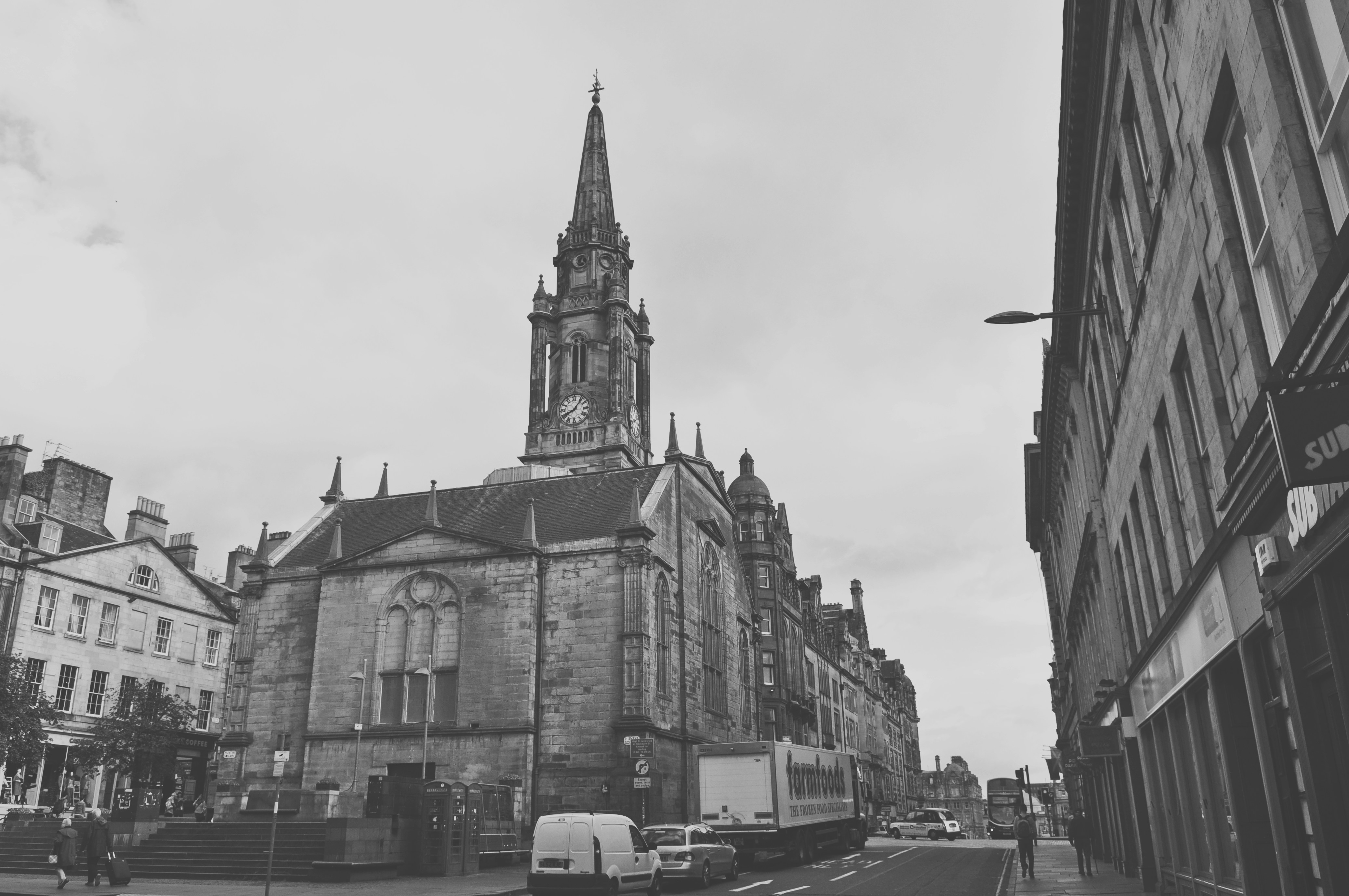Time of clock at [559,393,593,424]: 8:06
